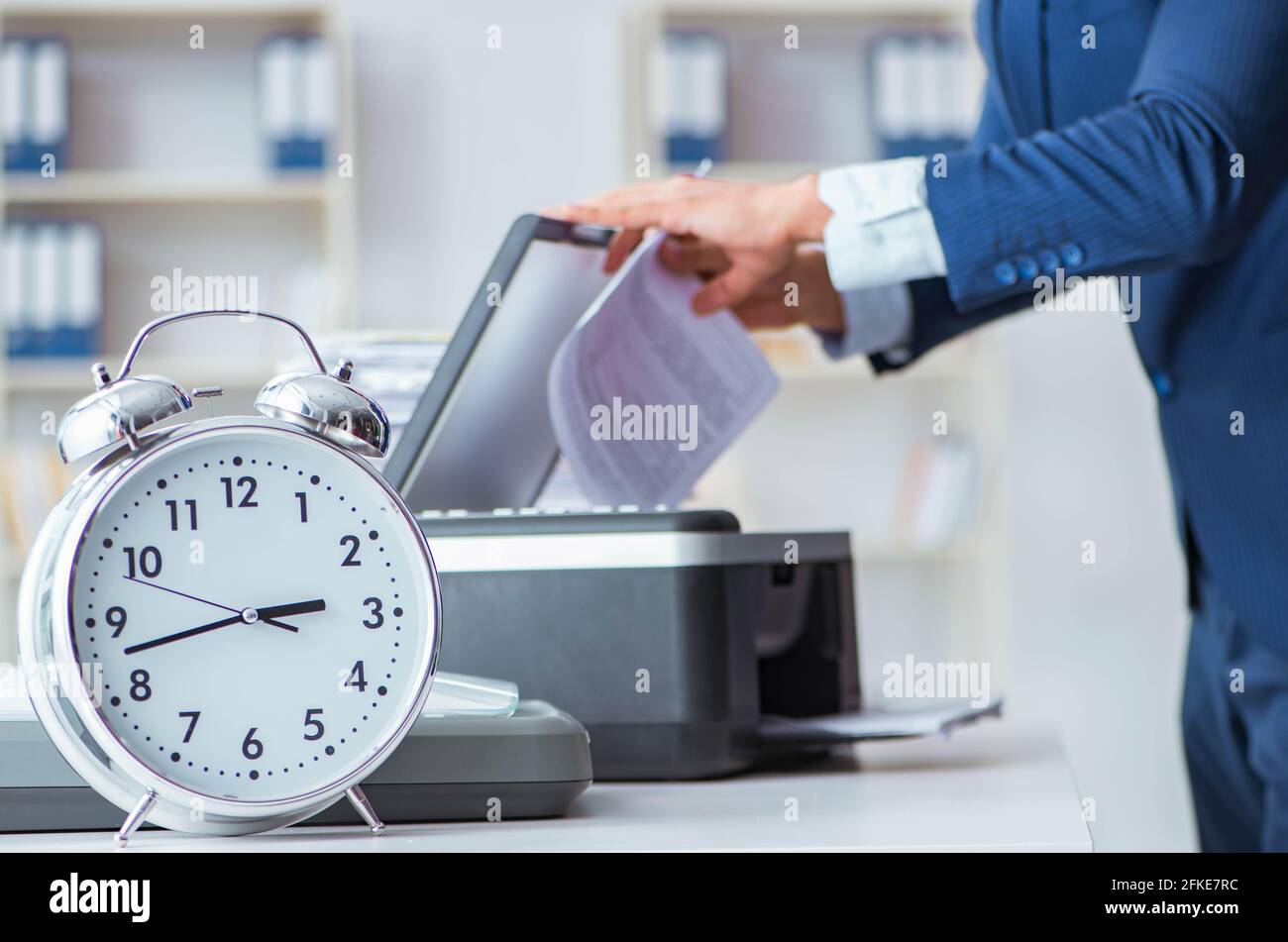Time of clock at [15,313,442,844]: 2:42
